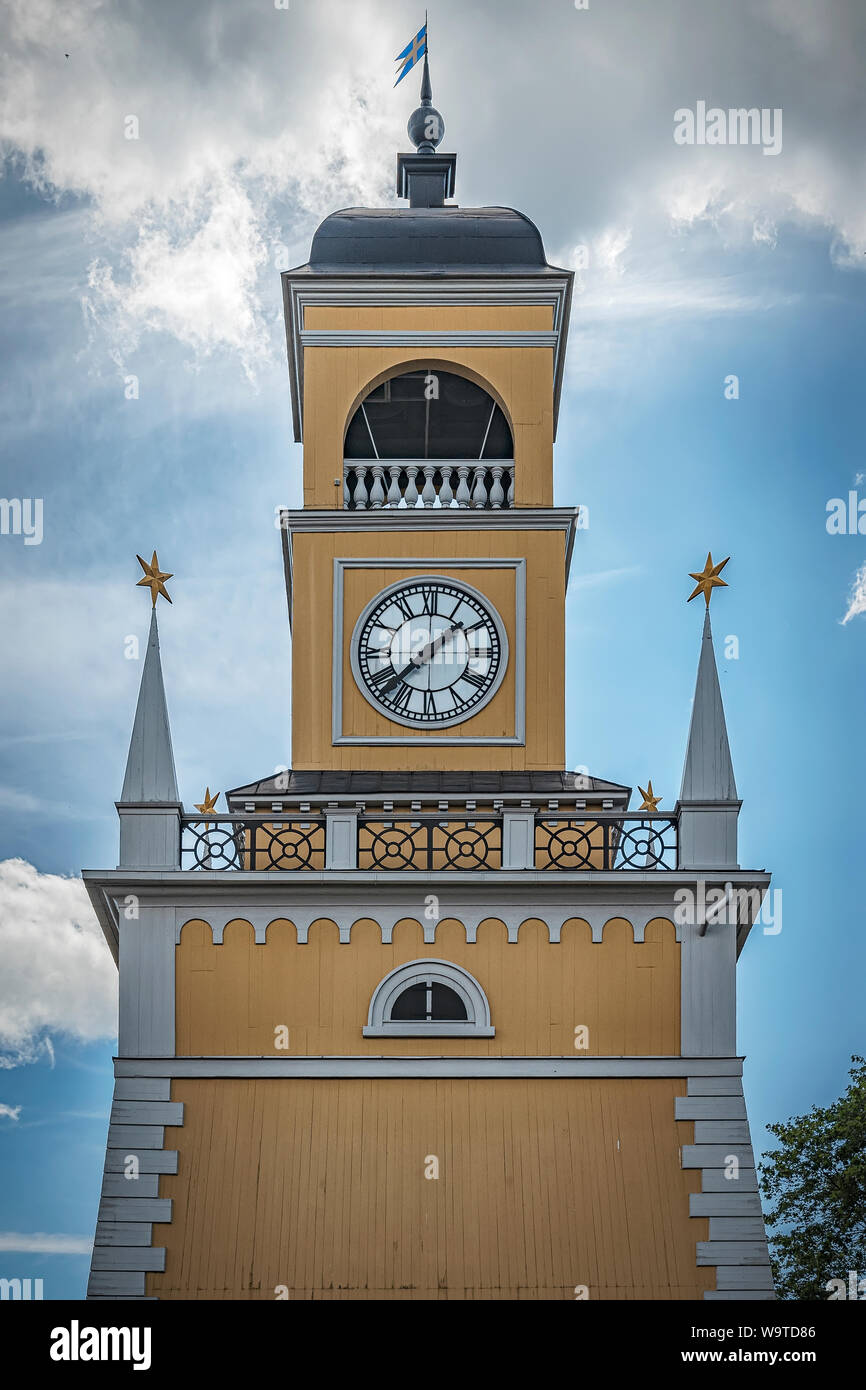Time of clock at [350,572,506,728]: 1:37
